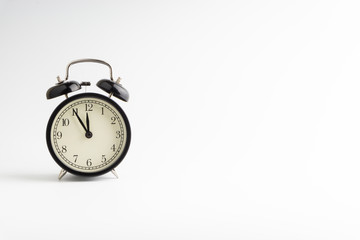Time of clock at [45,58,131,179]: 11:54
